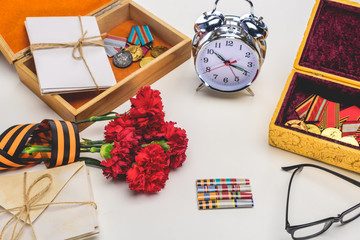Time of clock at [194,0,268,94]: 10:18
